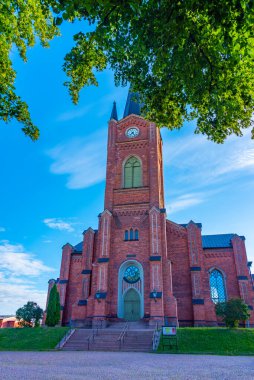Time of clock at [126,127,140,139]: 7:24
